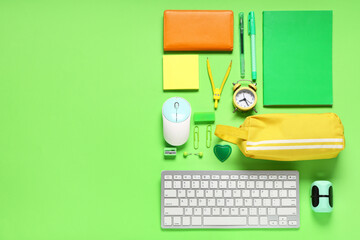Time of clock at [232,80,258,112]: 8:25
